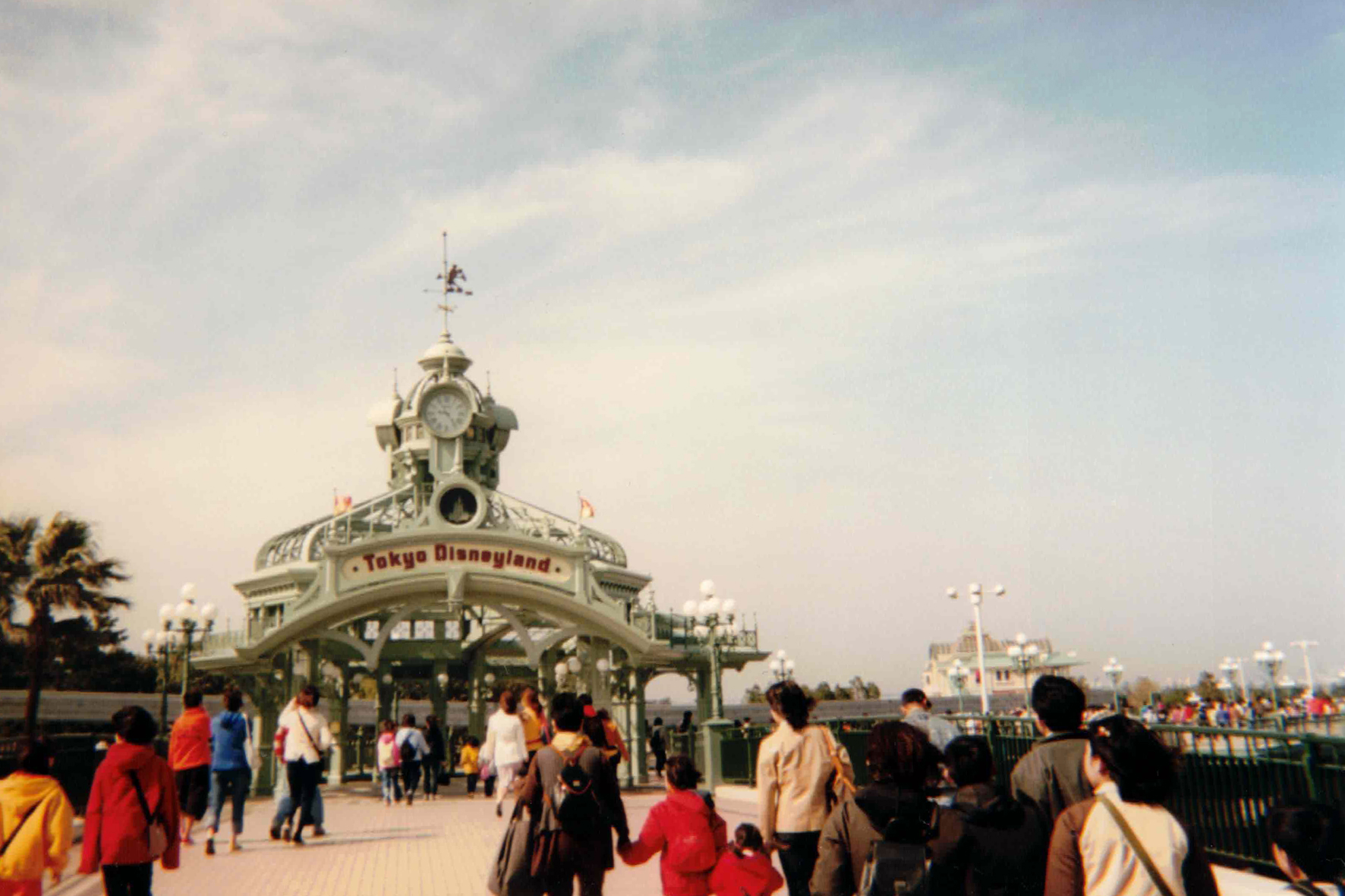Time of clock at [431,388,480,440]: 9:23
